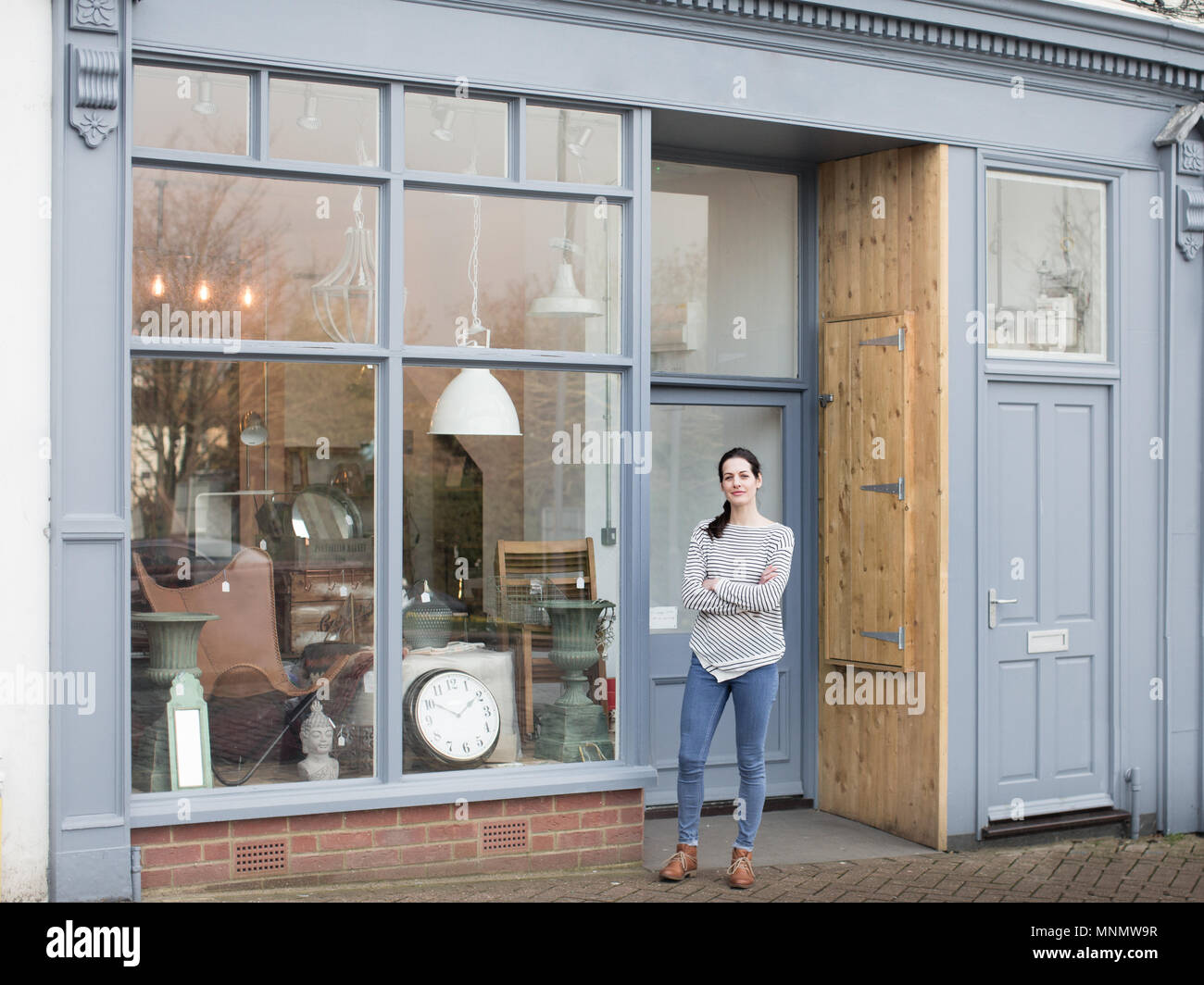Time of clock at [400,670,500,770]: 1:50
